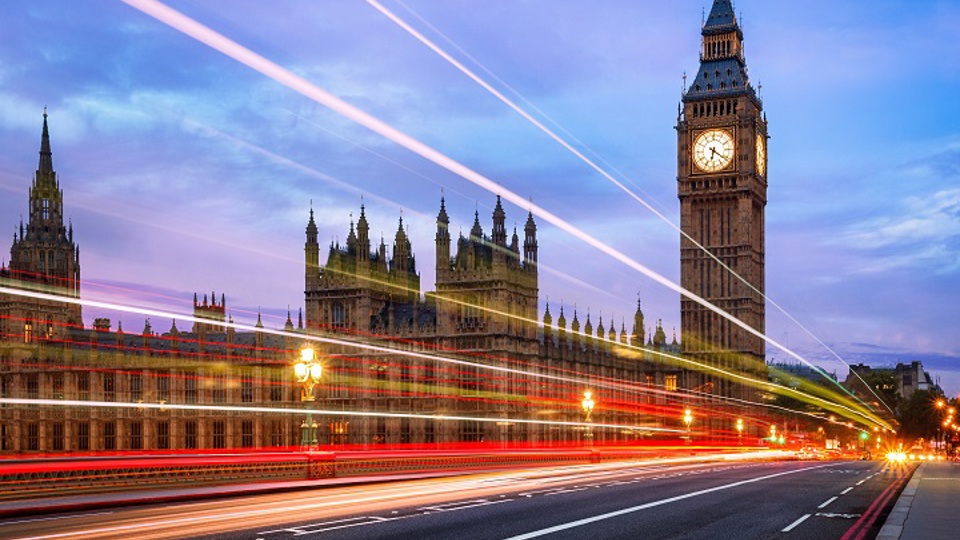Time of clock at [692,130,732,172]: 6:21
